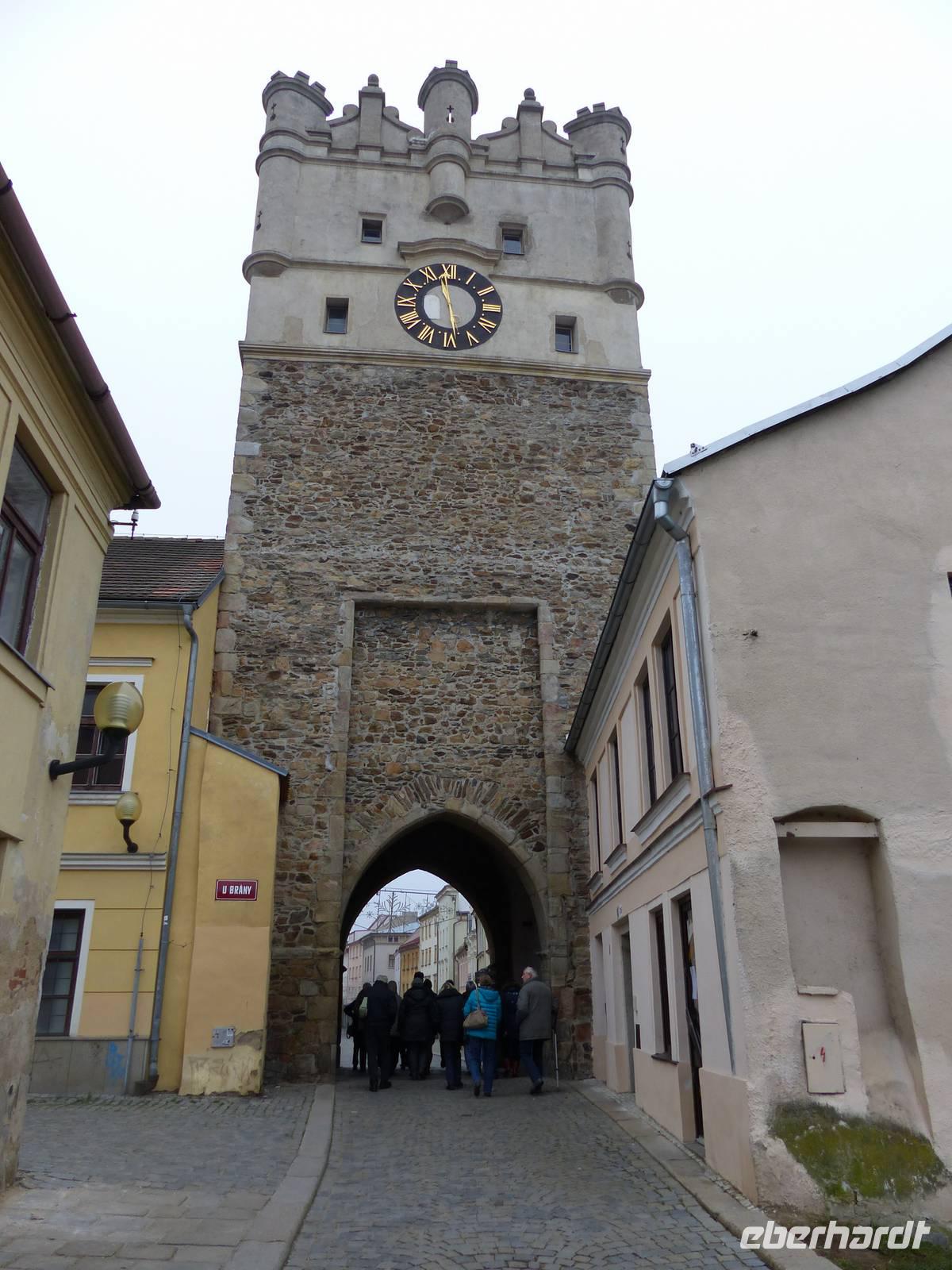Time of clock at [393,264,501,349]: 11:28
